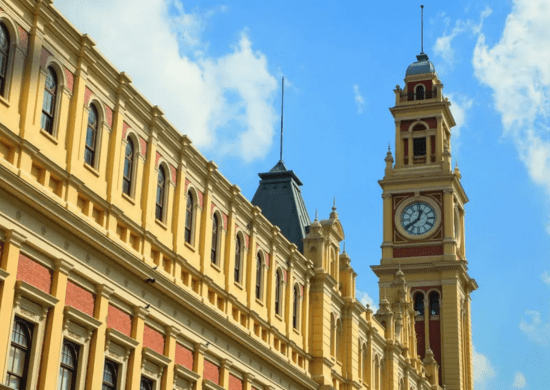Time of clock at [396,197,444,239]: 12:38
